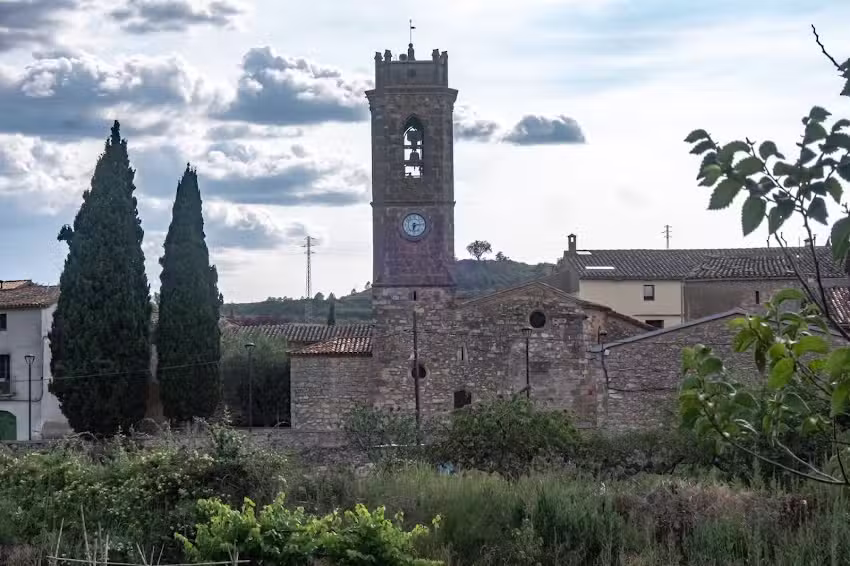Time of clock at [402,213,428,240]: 6:14
